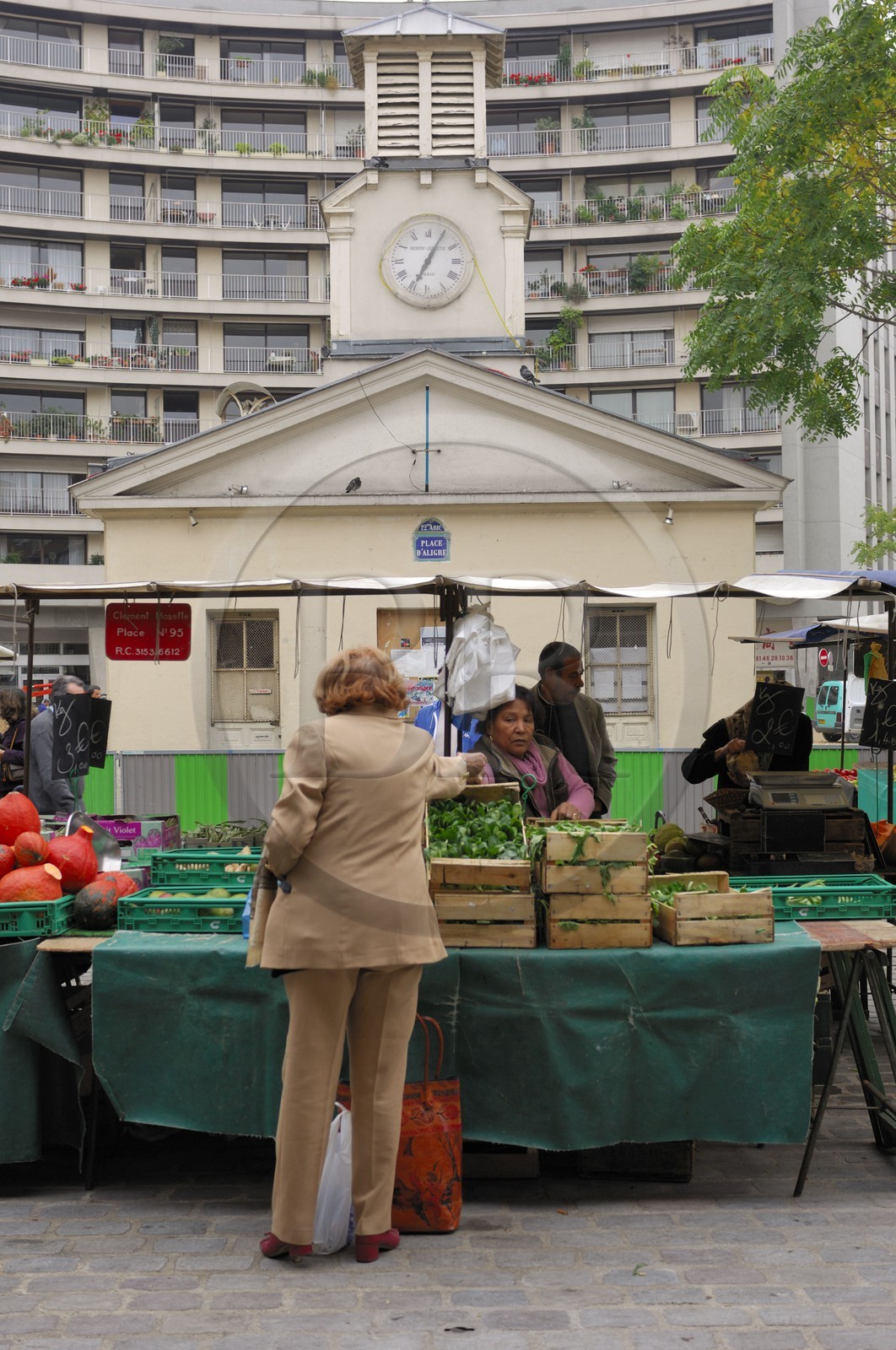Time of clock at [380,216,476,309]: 7:04
